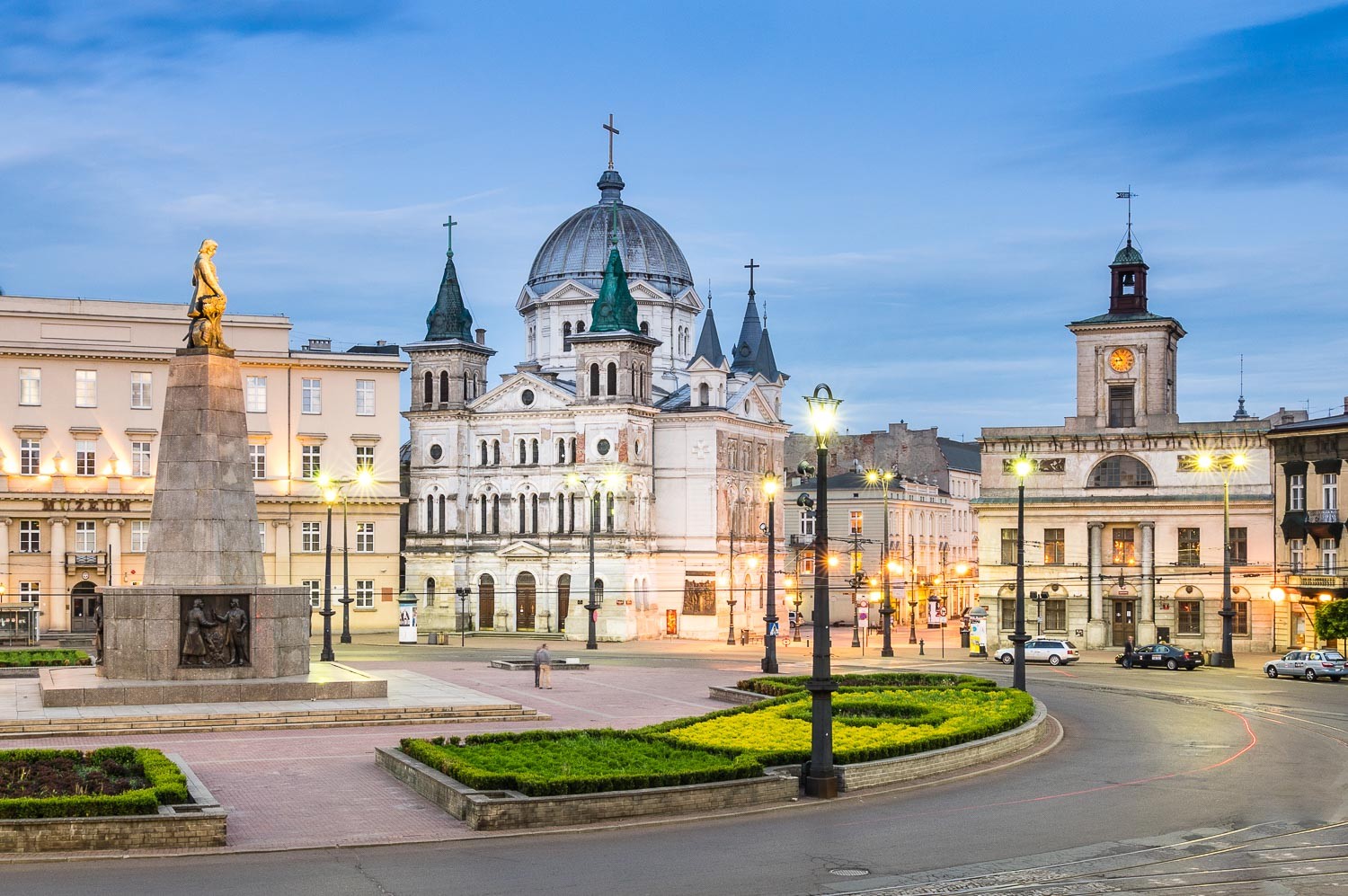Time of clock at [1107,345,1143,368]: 8:53
